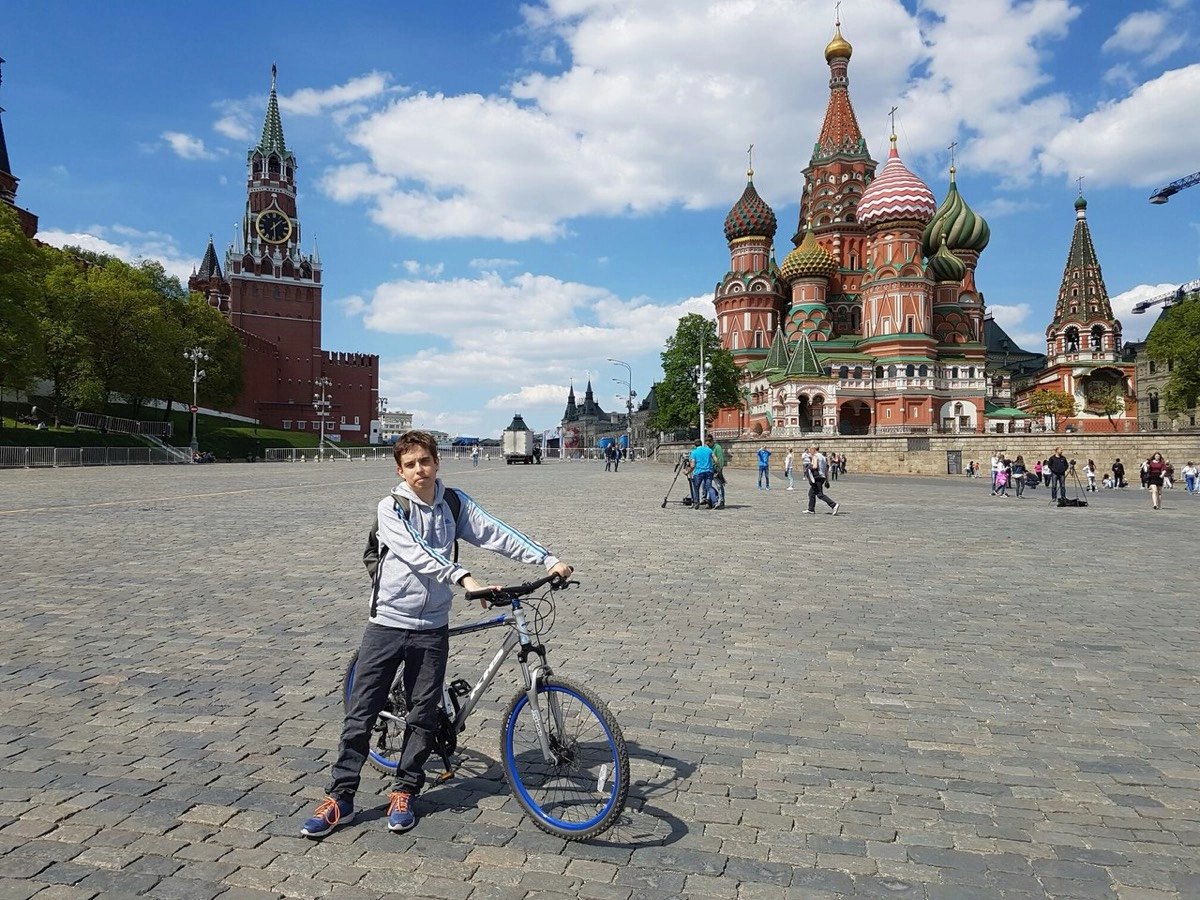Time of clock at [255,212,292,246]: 1:29
